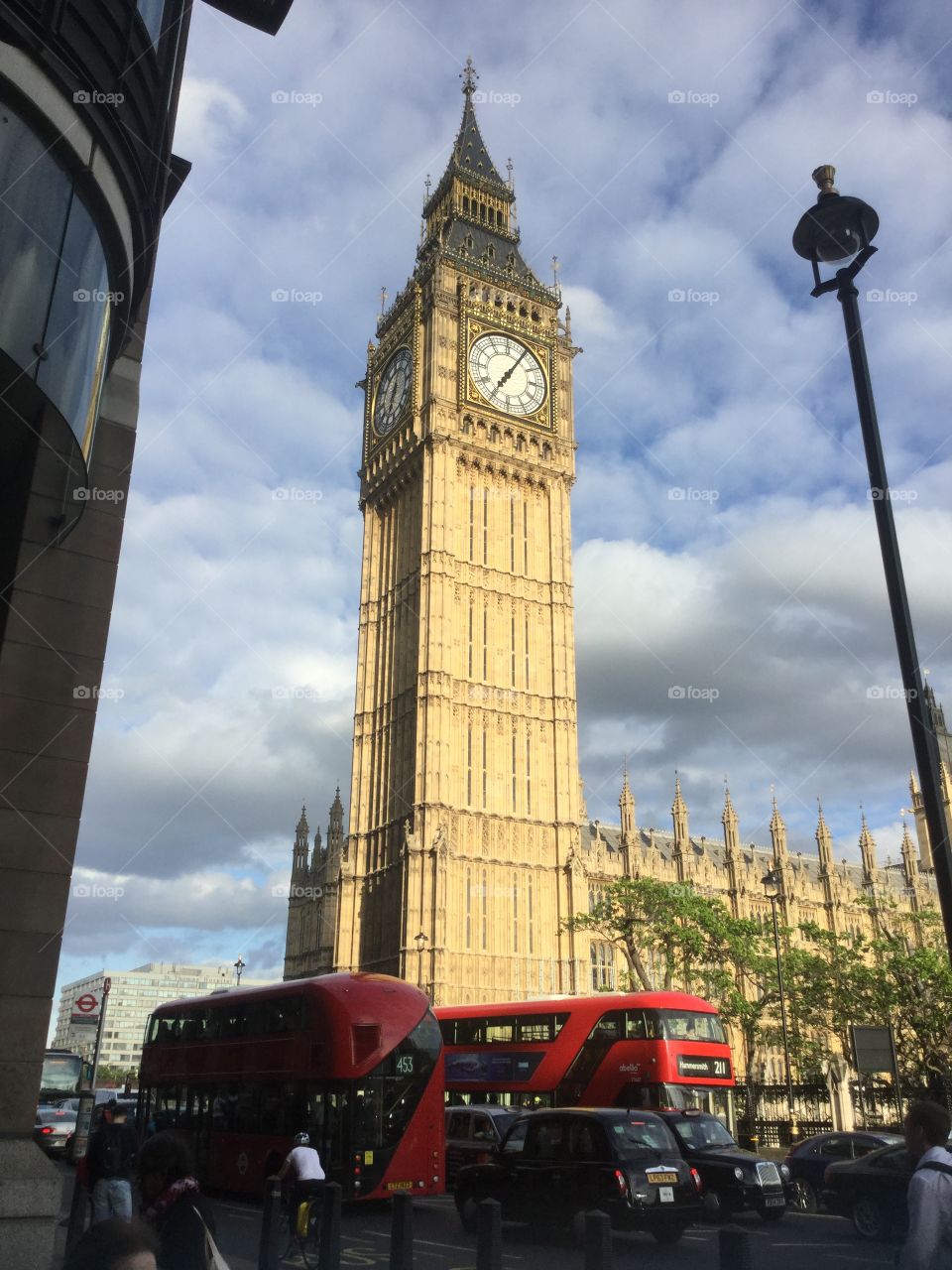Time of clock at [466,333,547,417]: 7:05
